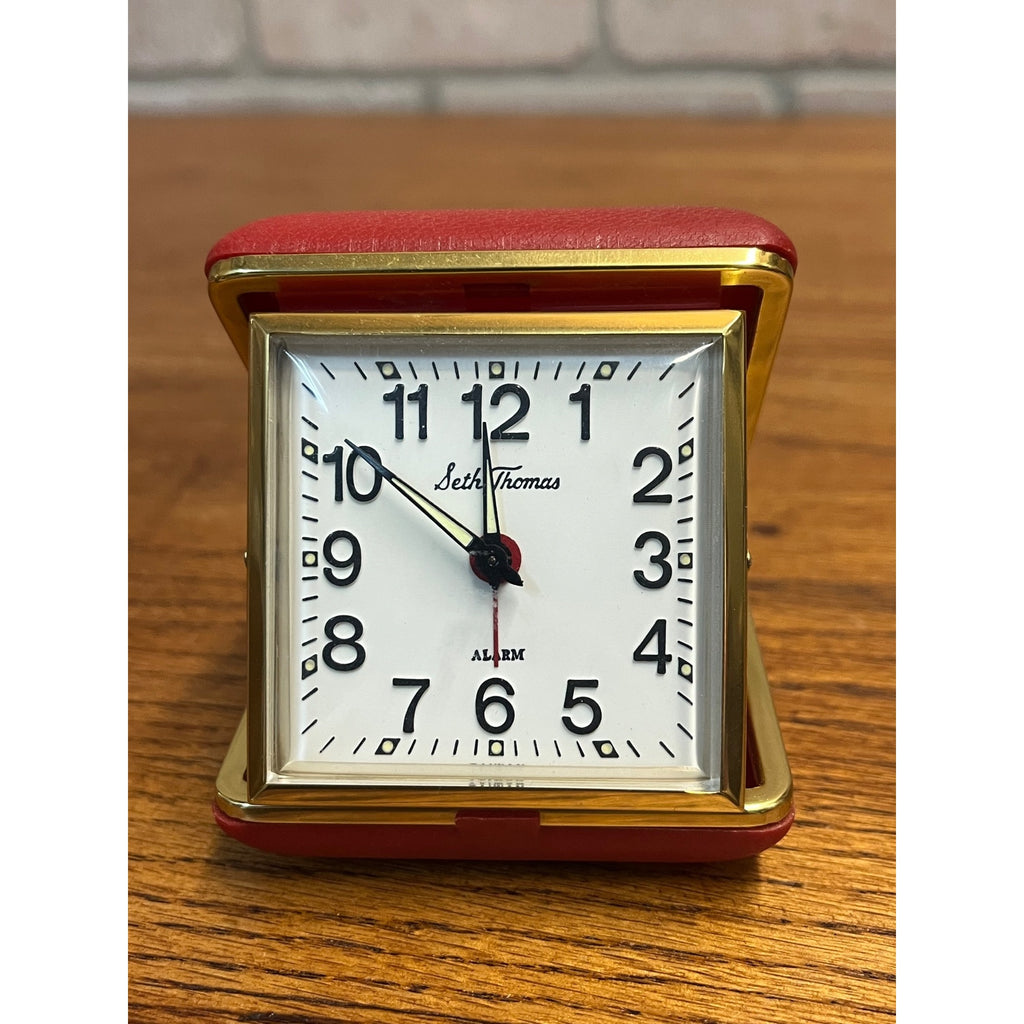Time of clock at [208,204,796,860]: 11:51
